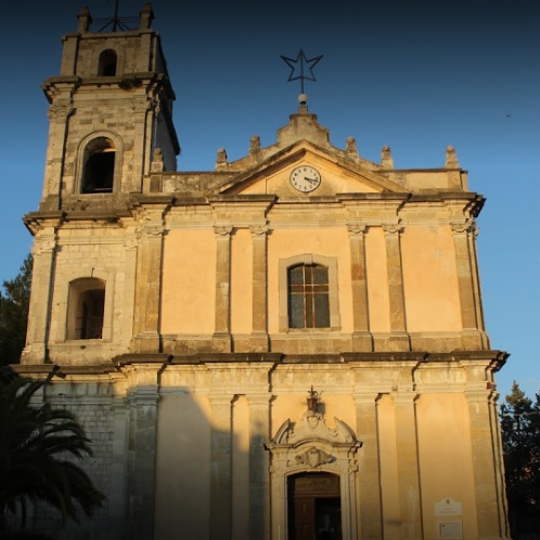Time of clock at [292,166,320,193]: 4:17
